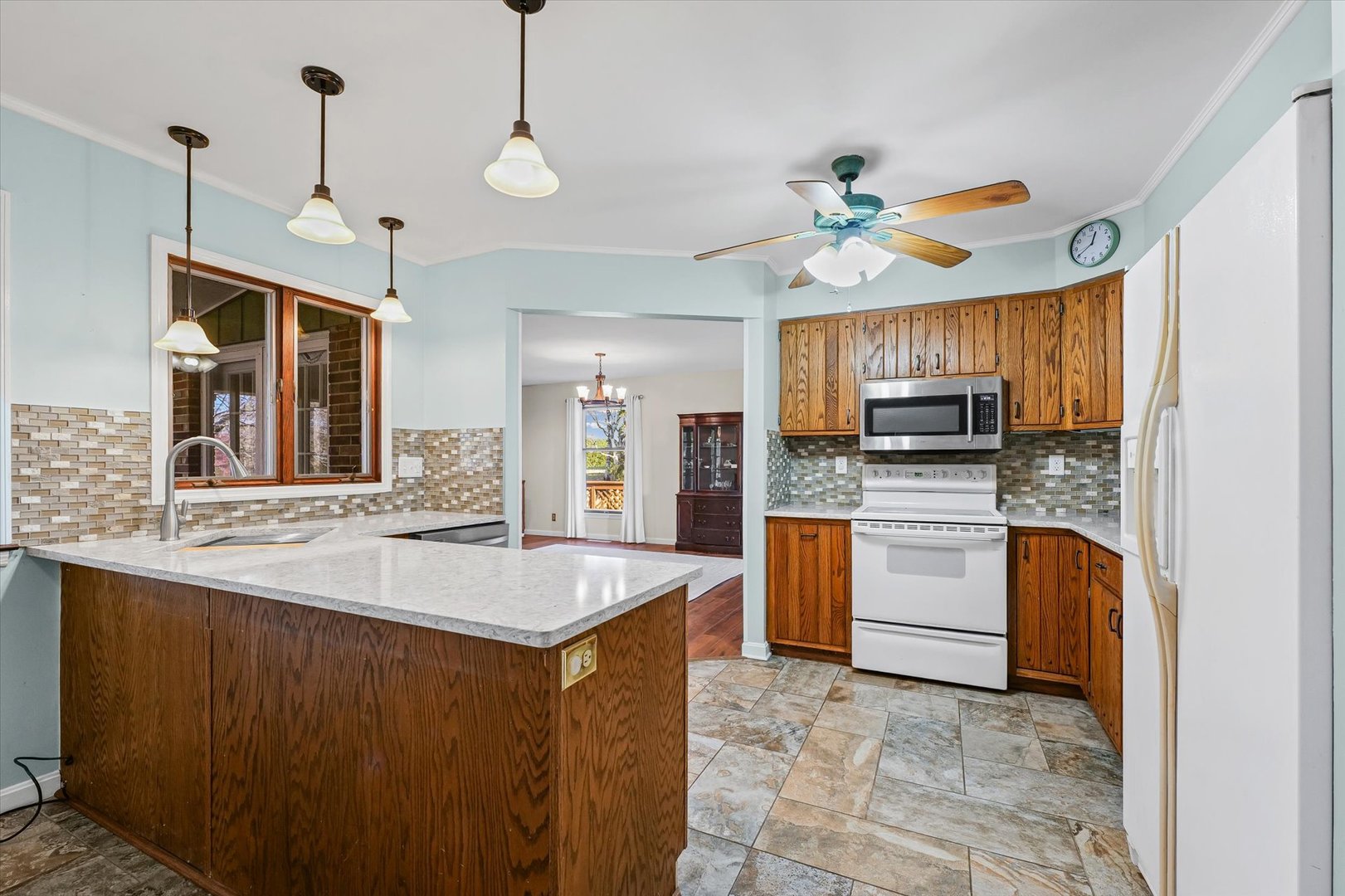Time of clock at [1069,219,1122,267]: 12:40
